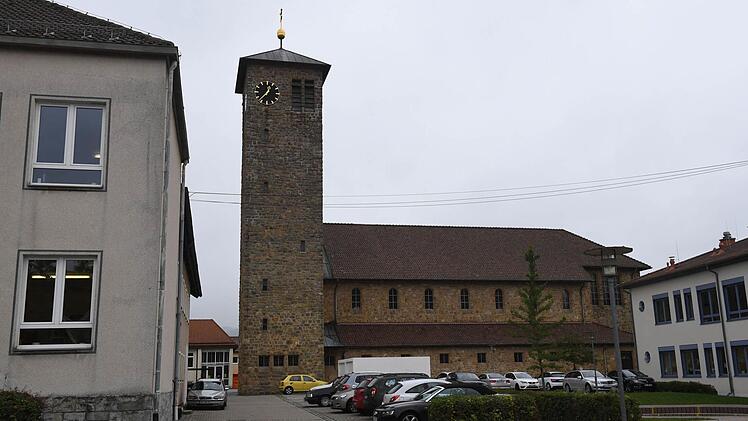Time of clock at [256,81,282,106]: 12:37
